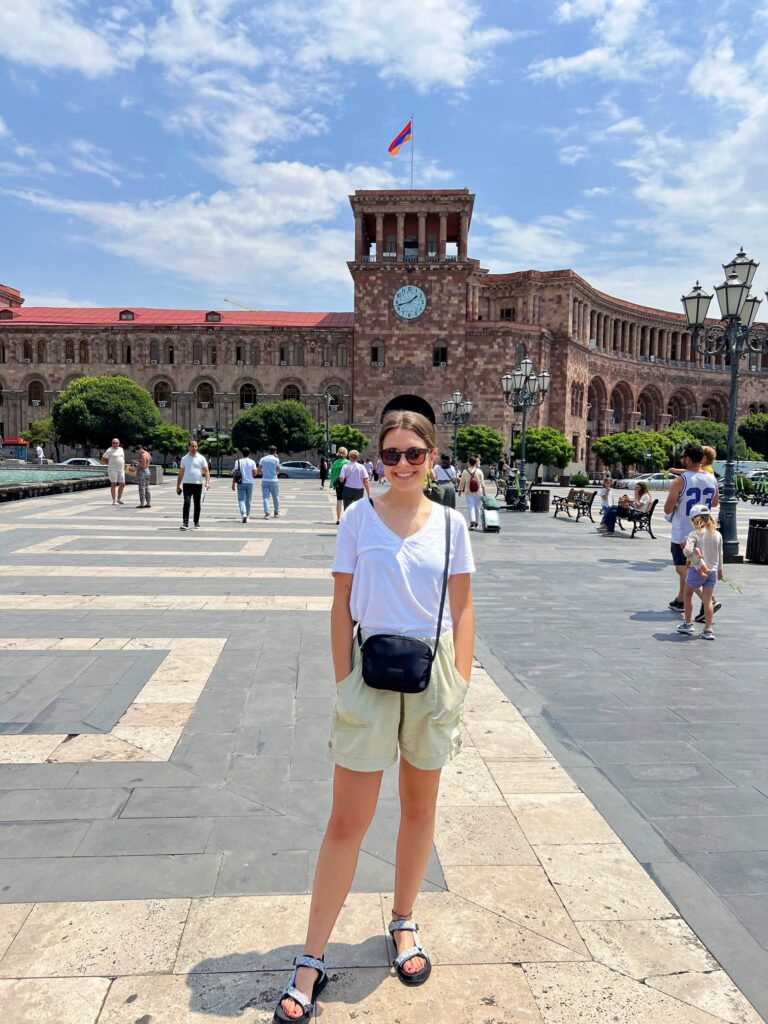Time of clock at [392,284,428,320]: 1:42
